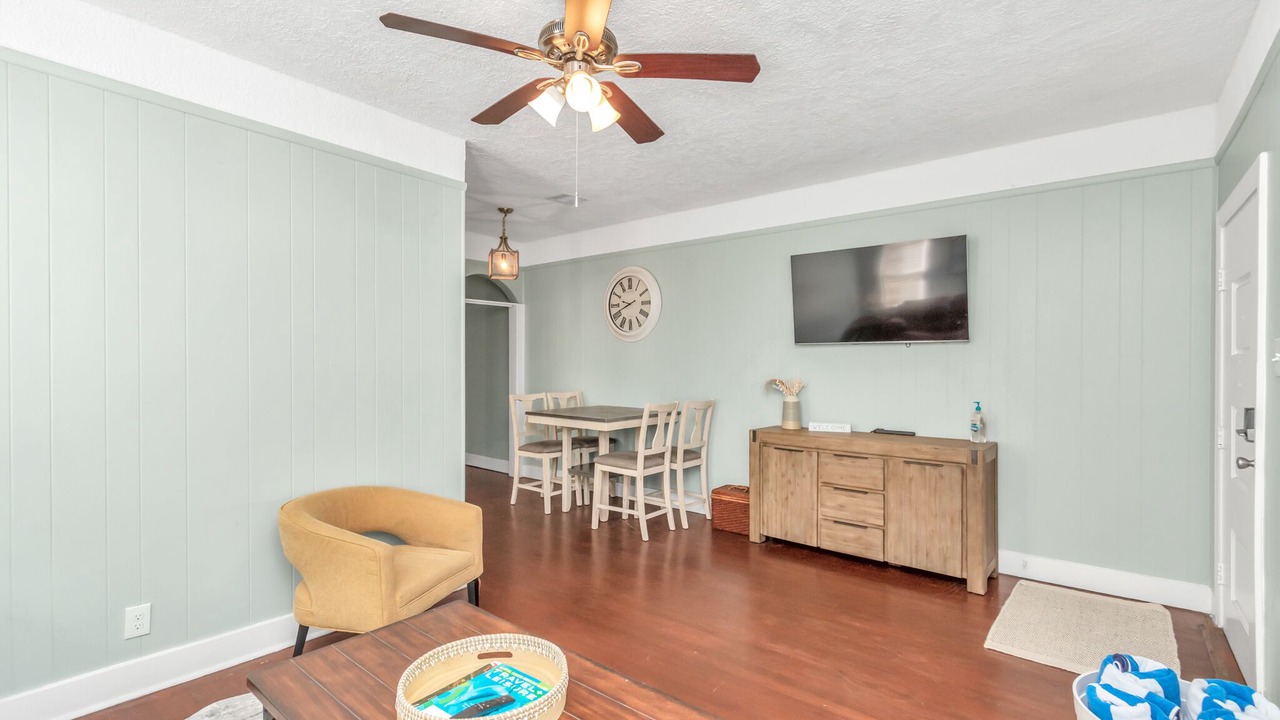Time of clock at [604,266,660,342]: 9:41
